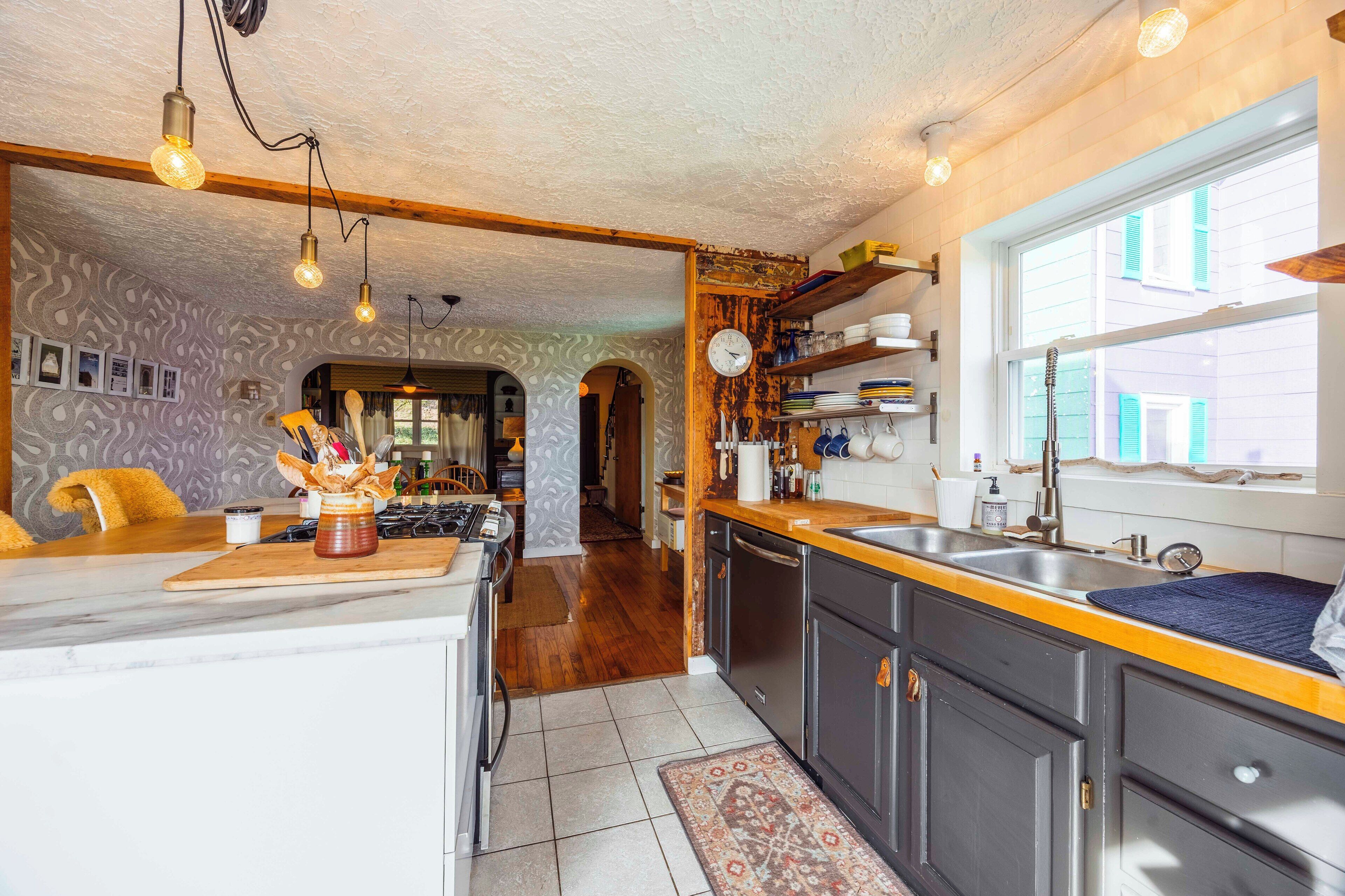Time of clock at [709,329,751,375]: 3:21
